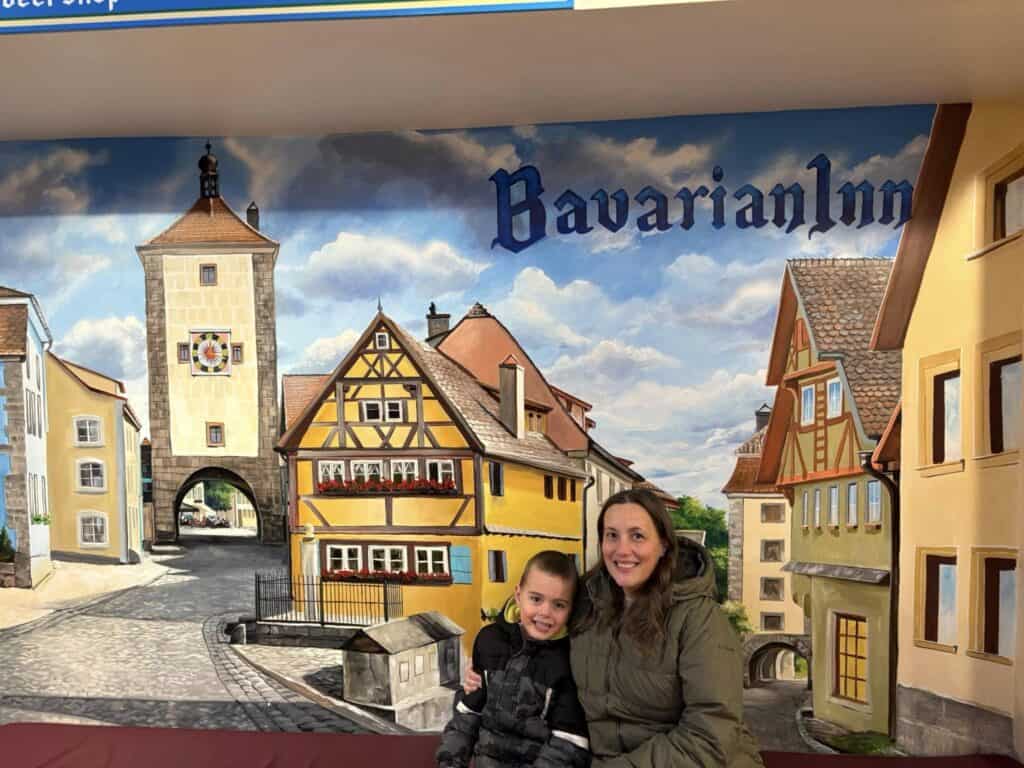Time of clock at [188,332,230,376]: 12:16
